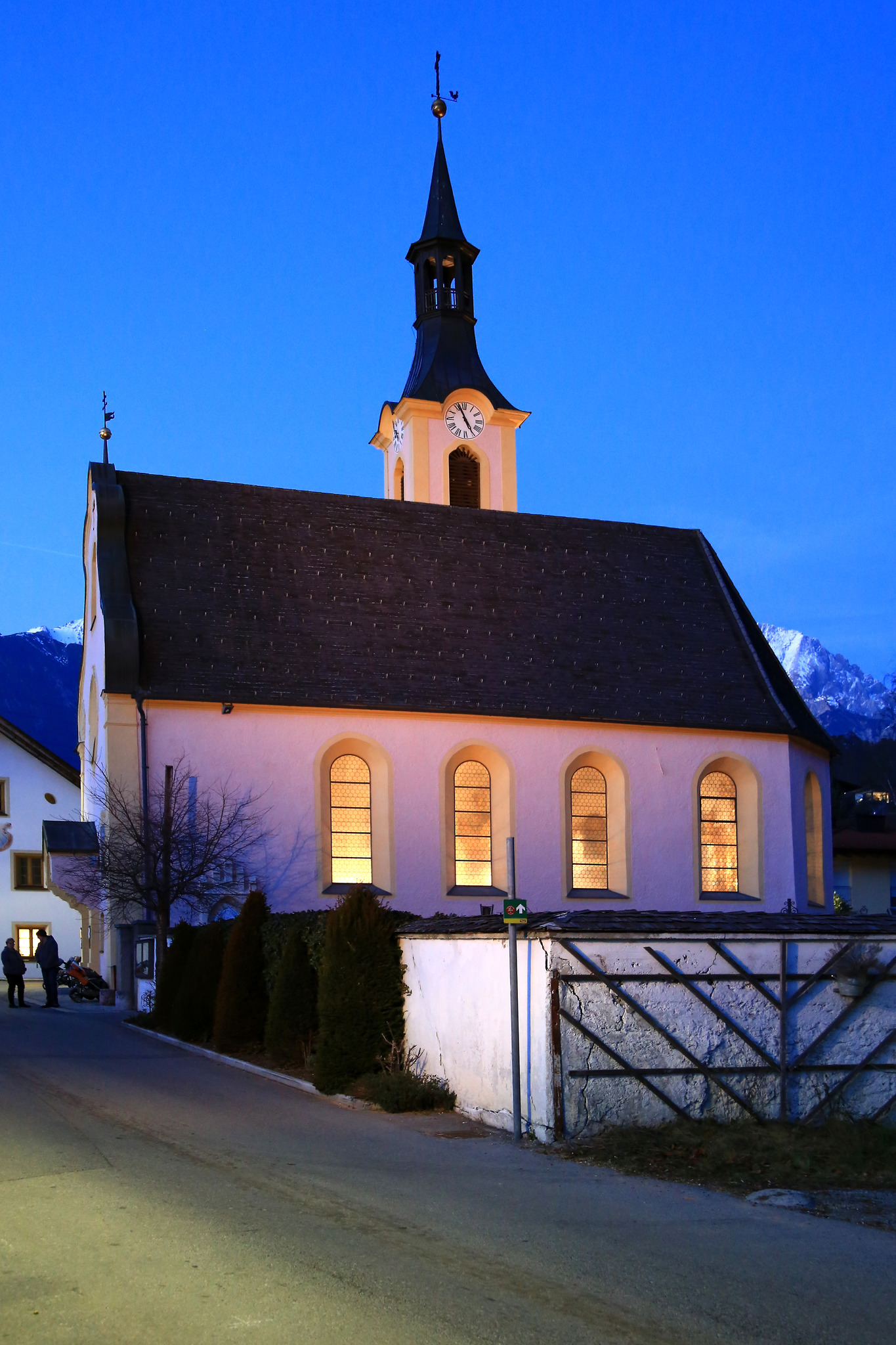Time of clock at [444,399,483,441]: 4:56
